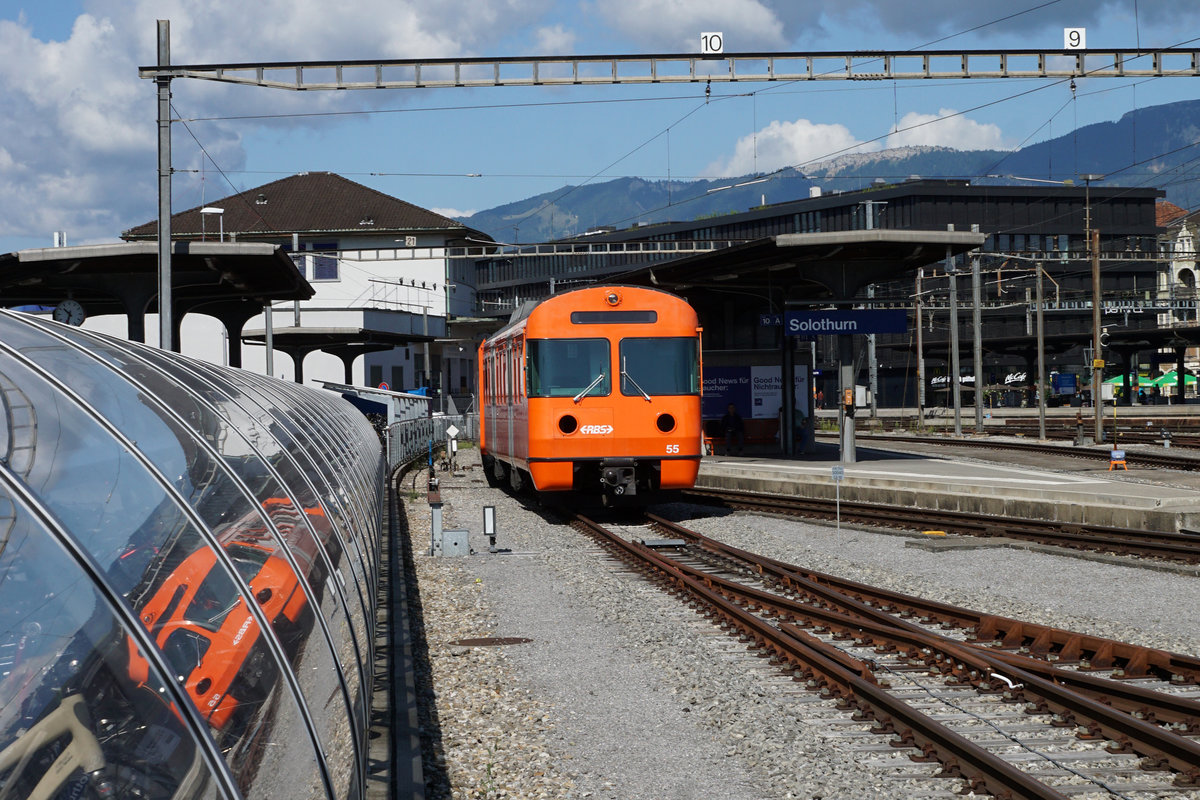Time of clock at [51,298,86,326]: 10:32
